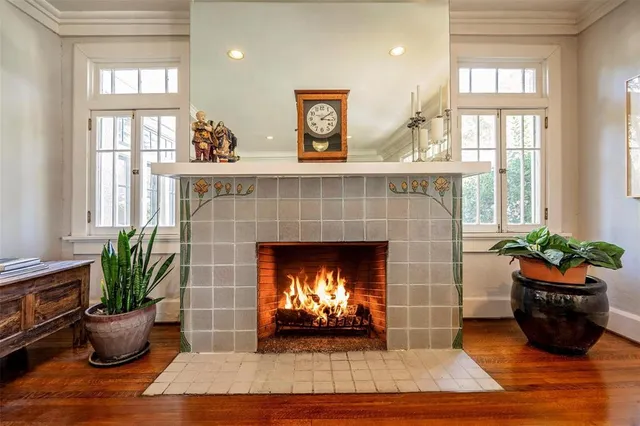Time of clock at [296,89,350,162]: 3:09
